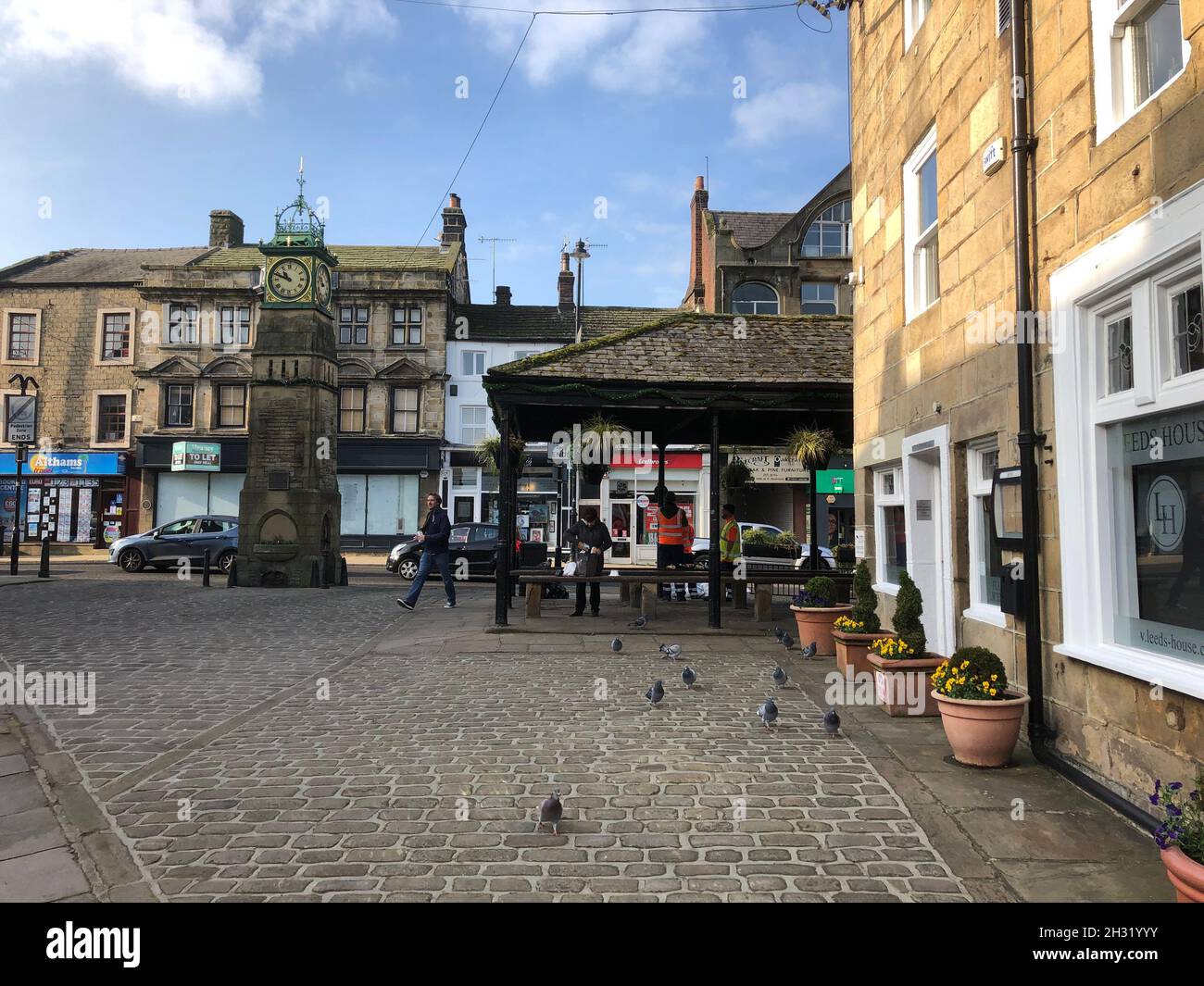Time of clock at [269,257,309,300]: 10:48
